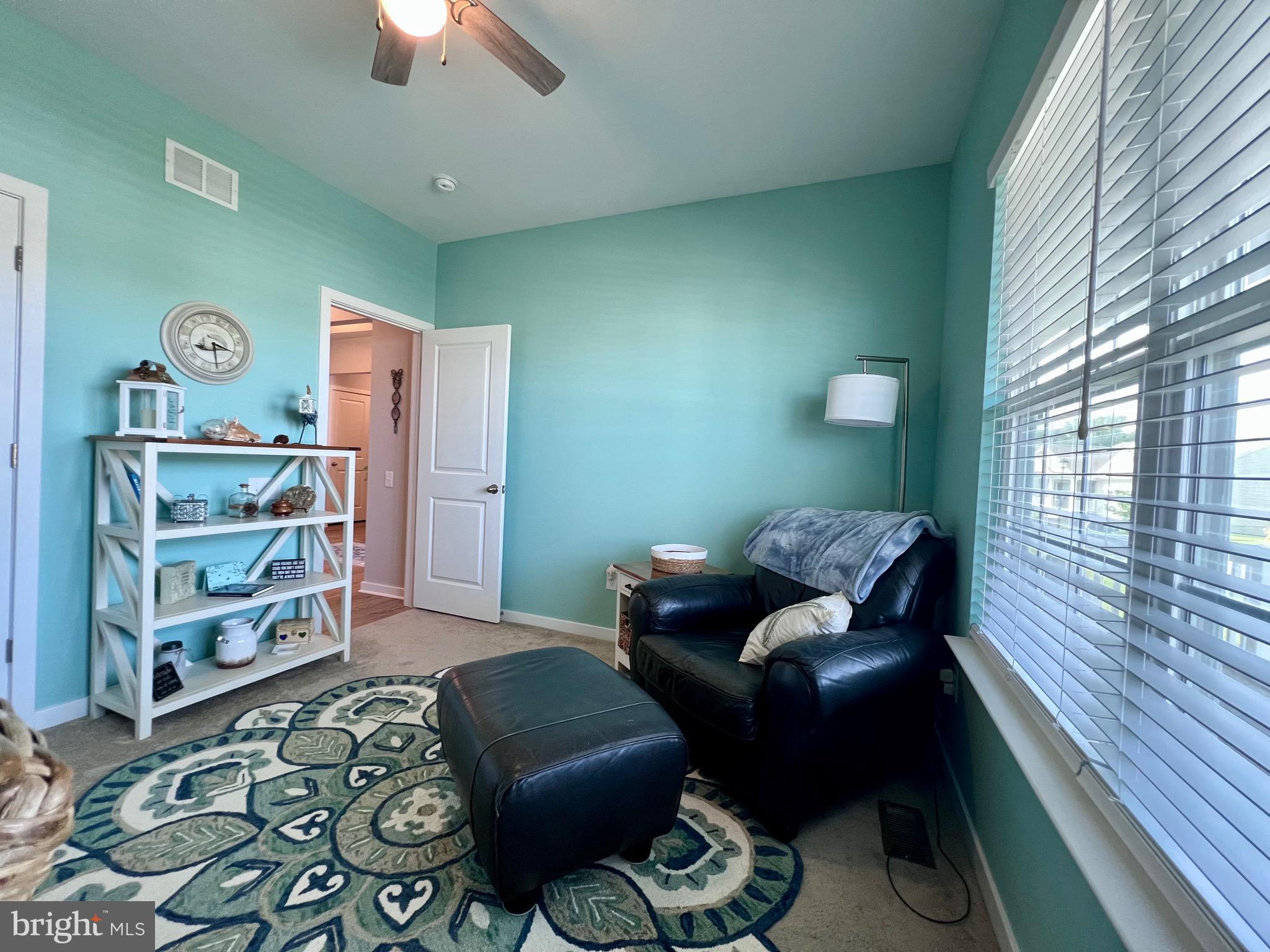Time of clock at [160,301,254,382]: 3:29
